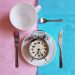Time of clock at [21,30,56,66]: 6:24
